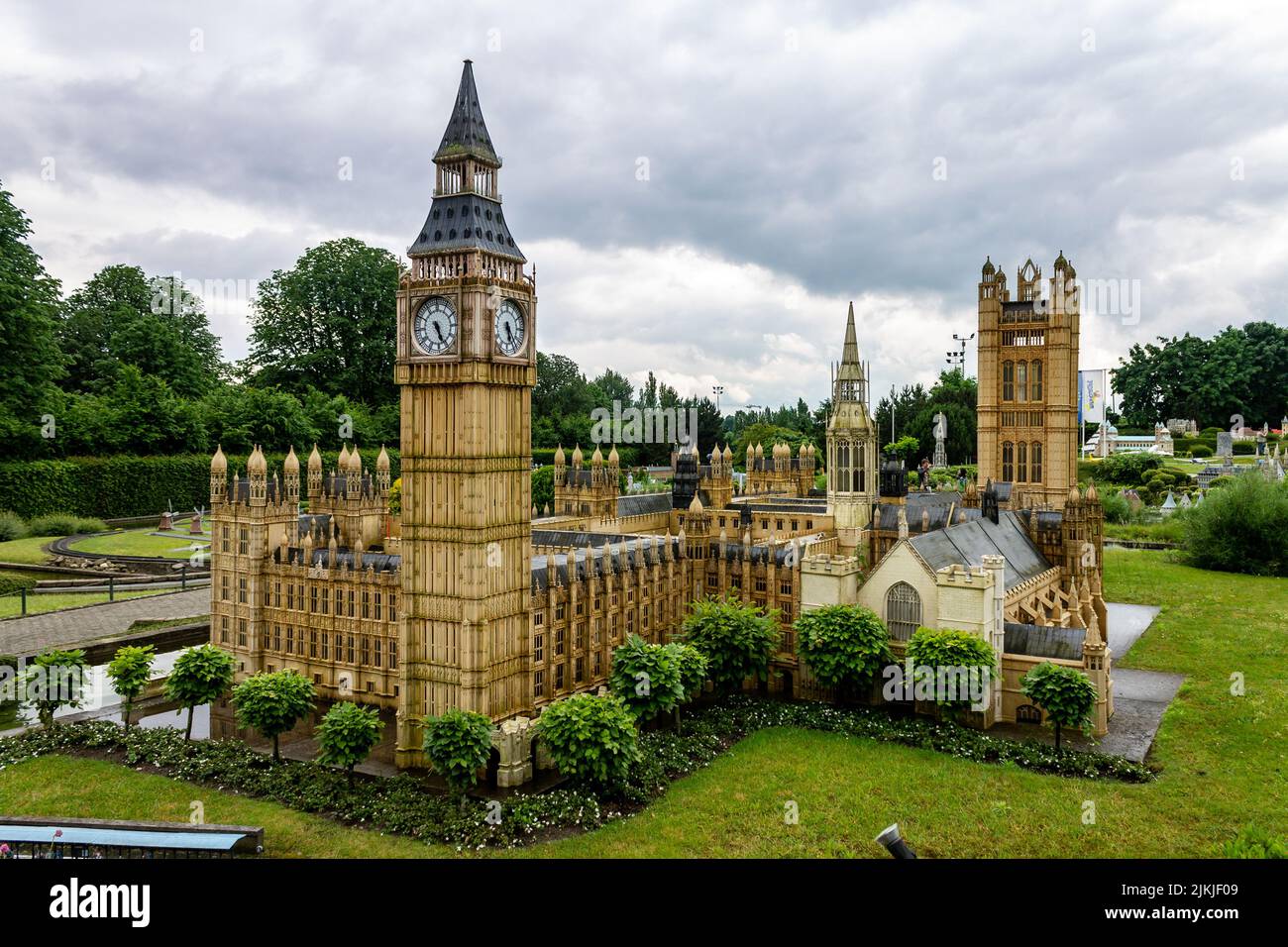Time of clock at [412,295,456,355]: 5:26
